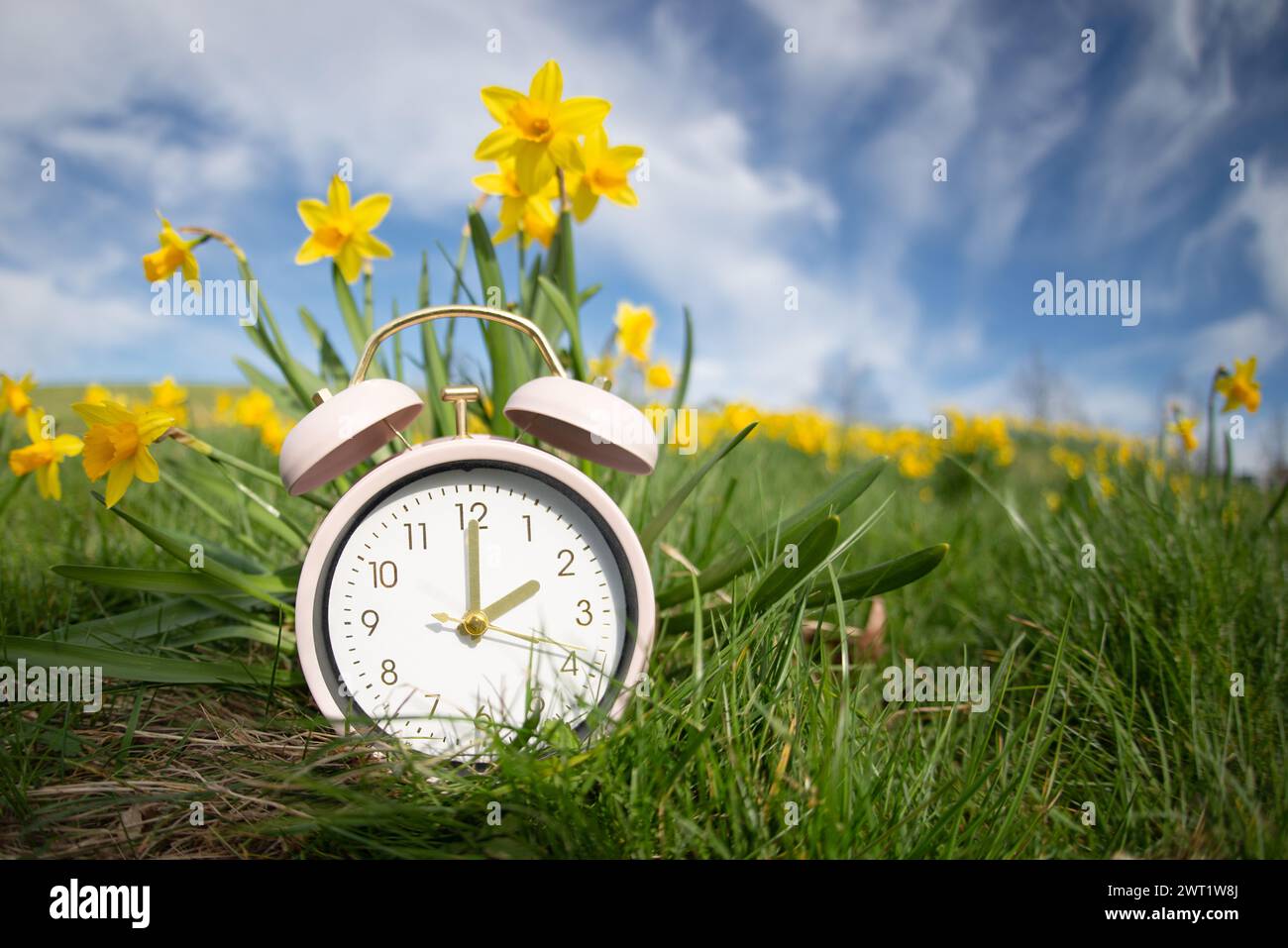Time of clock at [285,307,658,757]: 2:00
